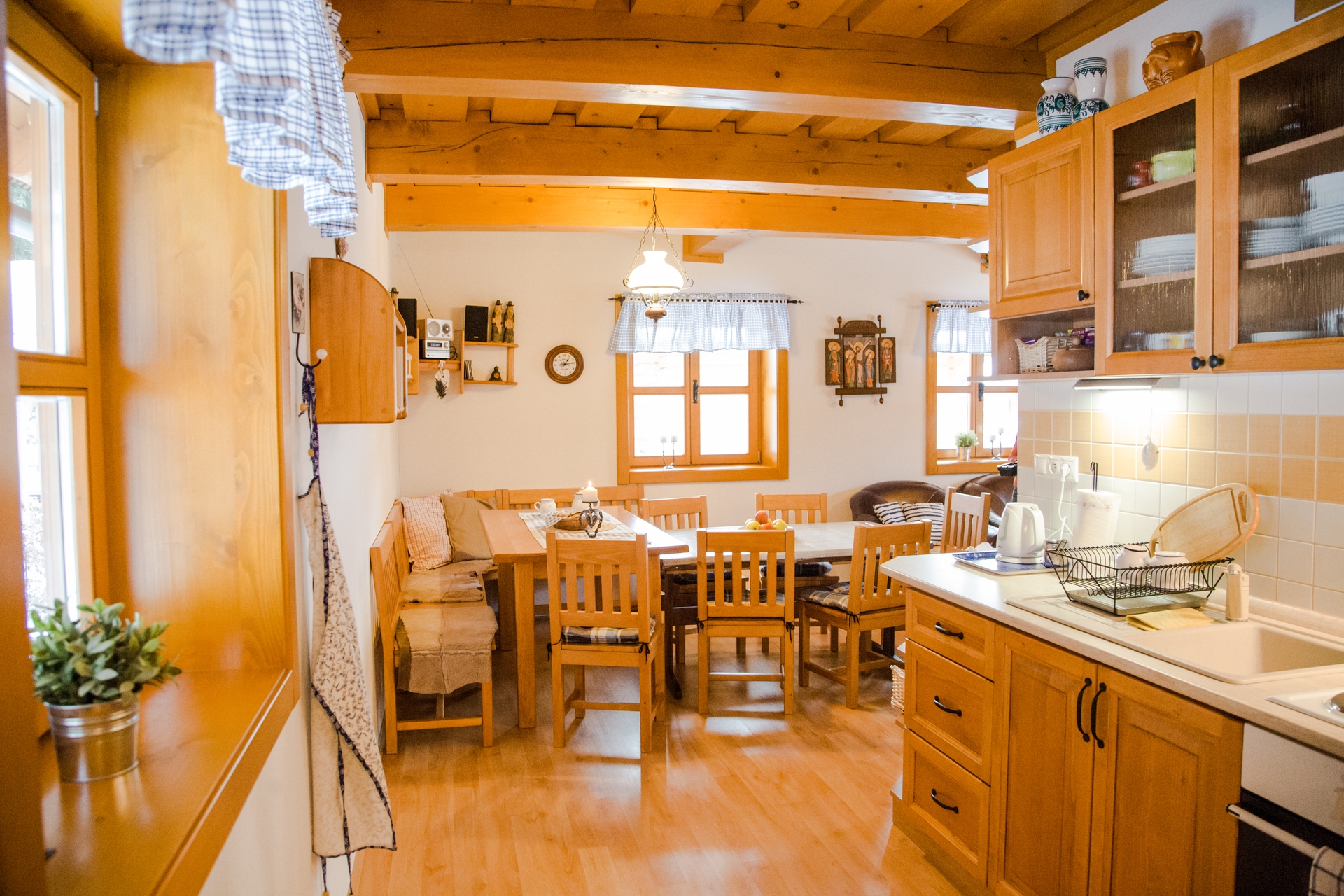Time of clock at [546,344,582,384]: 1:13
